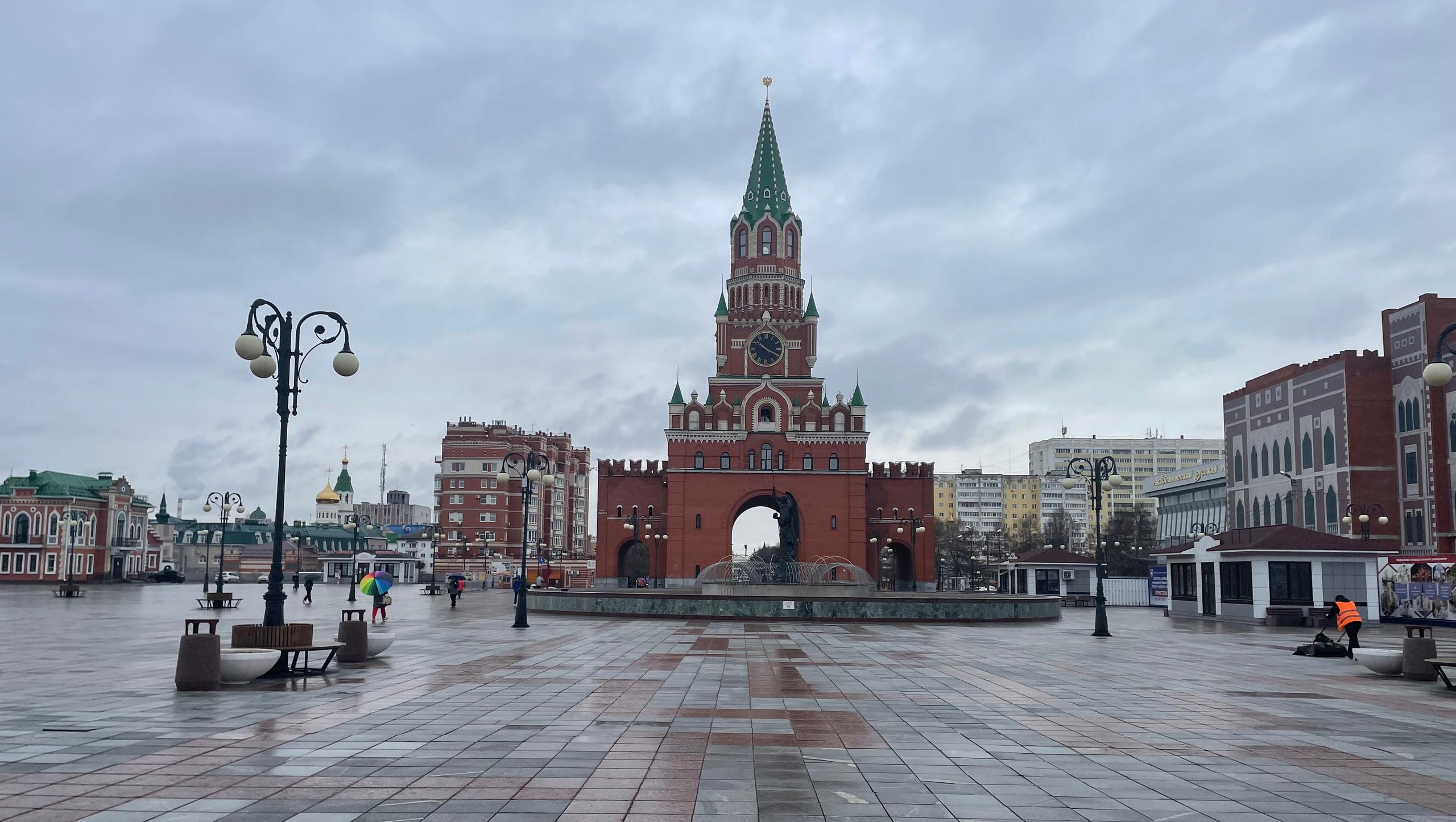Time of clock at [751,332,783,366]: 10:19
